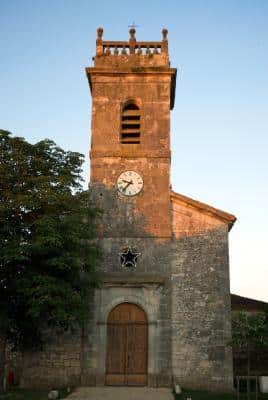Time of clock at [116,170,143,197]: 9:37
